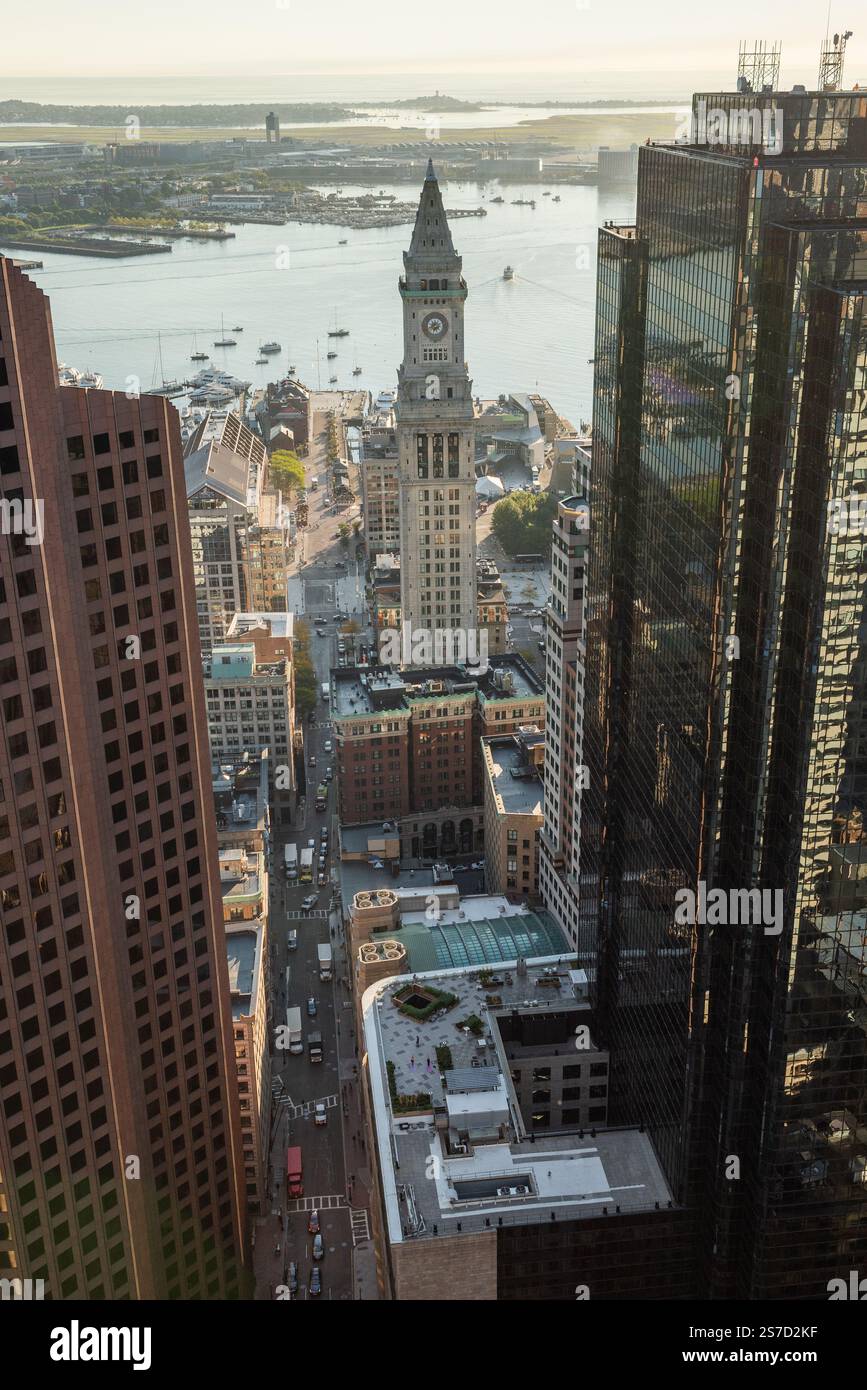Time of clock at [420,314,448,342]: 6:41
